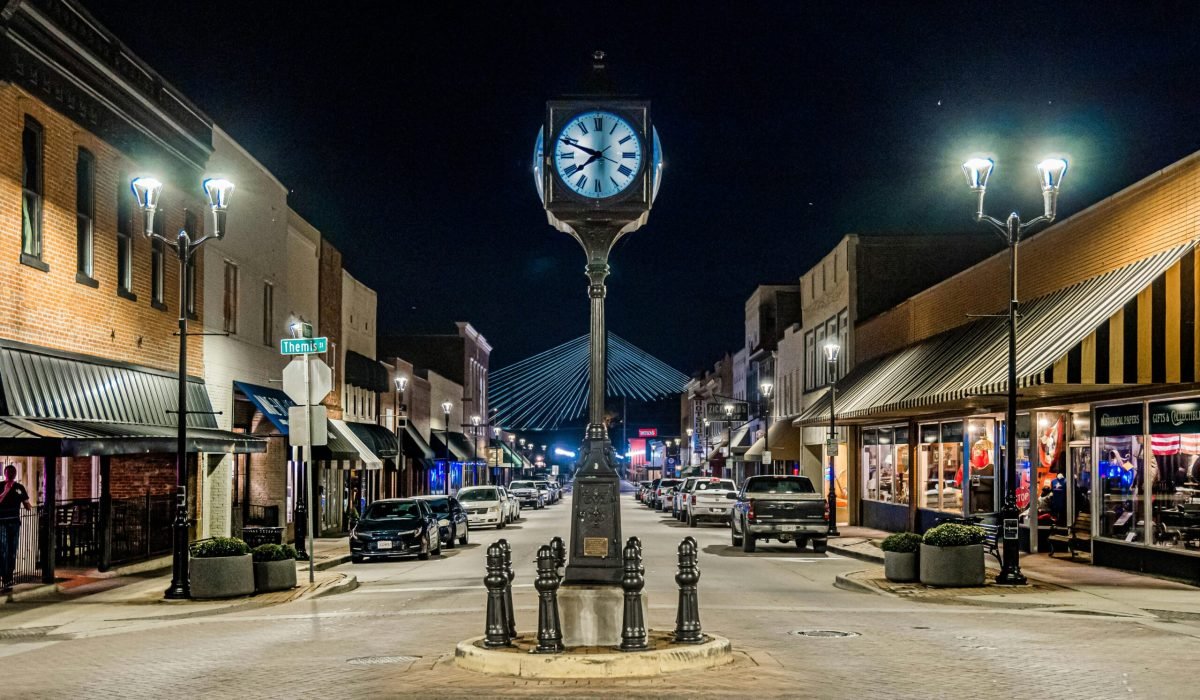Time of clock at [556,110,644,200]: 7:48
